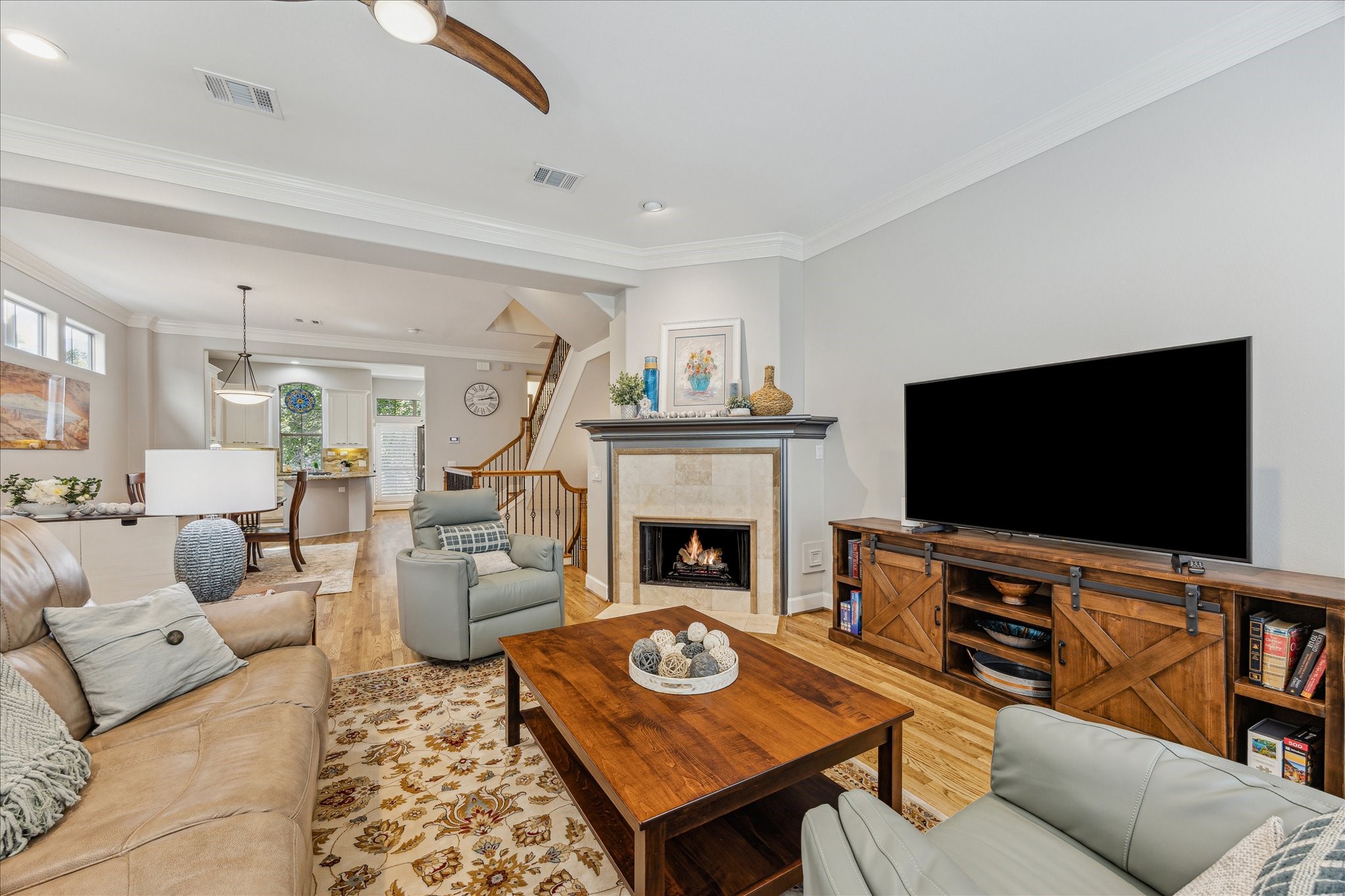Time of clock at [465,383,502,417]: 2:13
